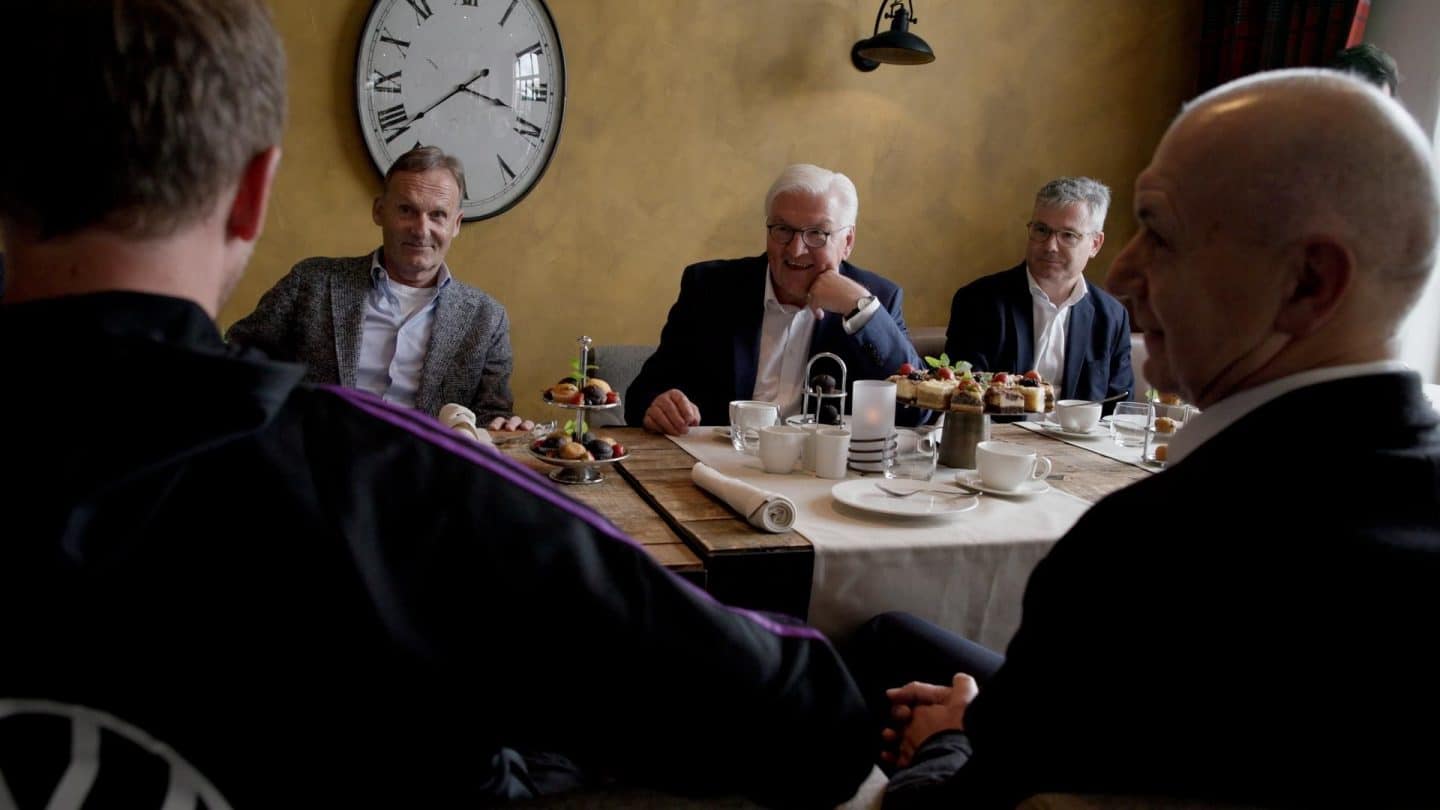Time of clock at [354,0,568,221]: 3:39
